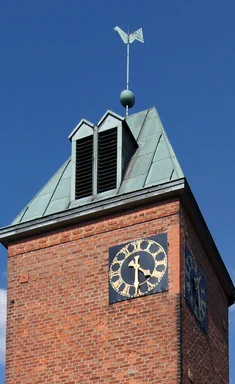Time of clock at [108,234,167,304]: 4:29
